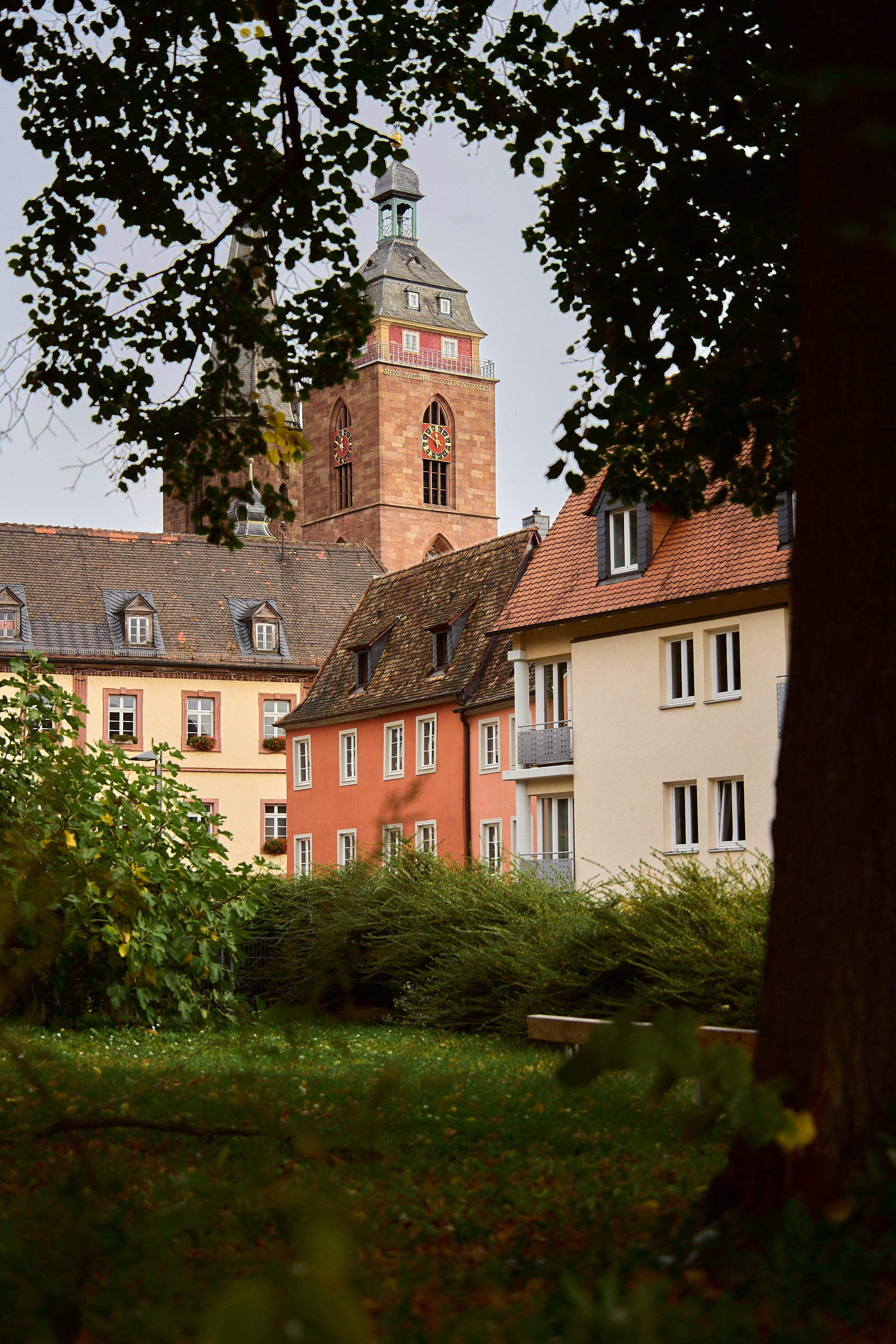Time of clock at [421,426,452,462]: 11:48
